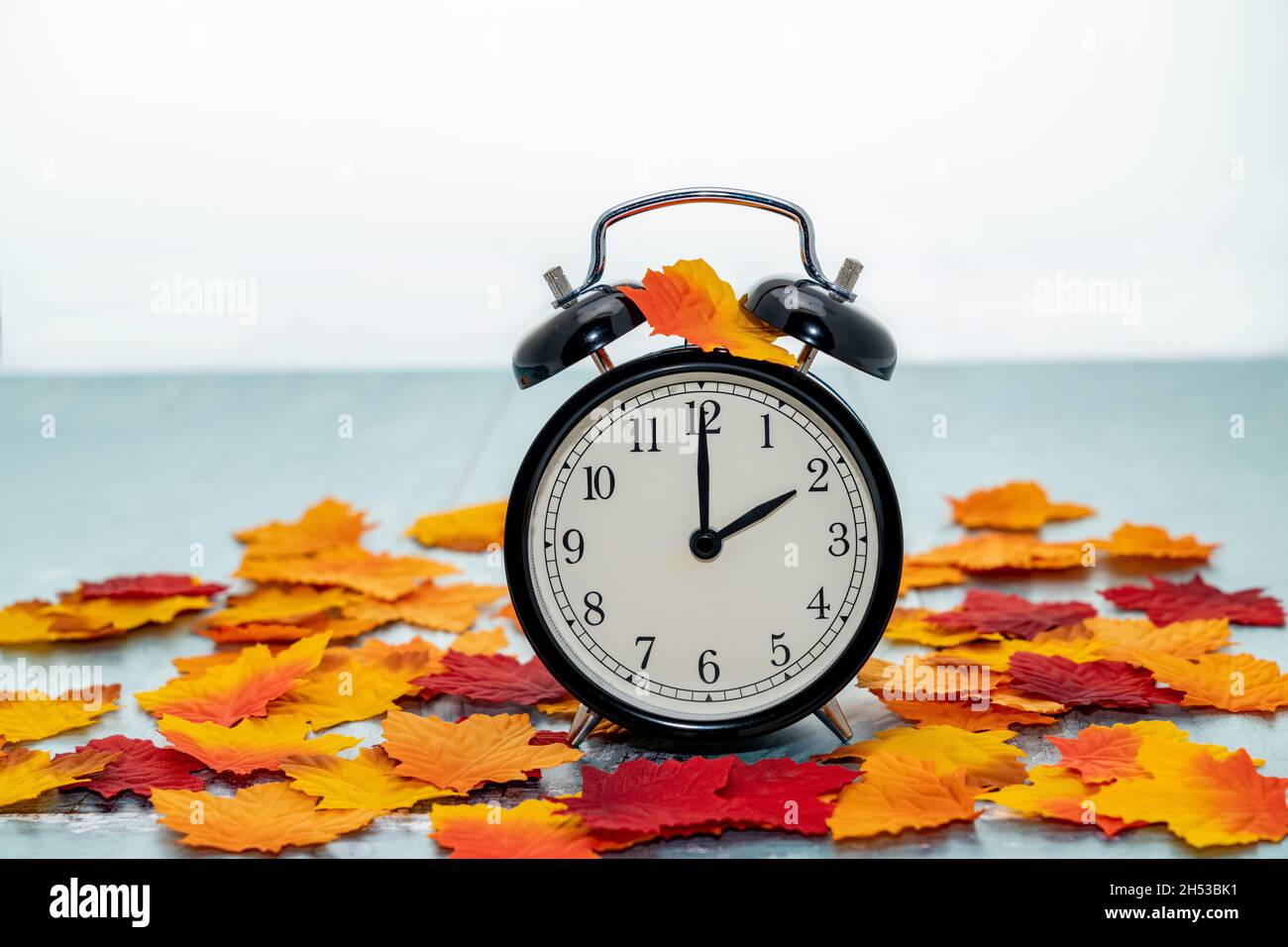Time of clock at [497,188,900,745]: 2:00
